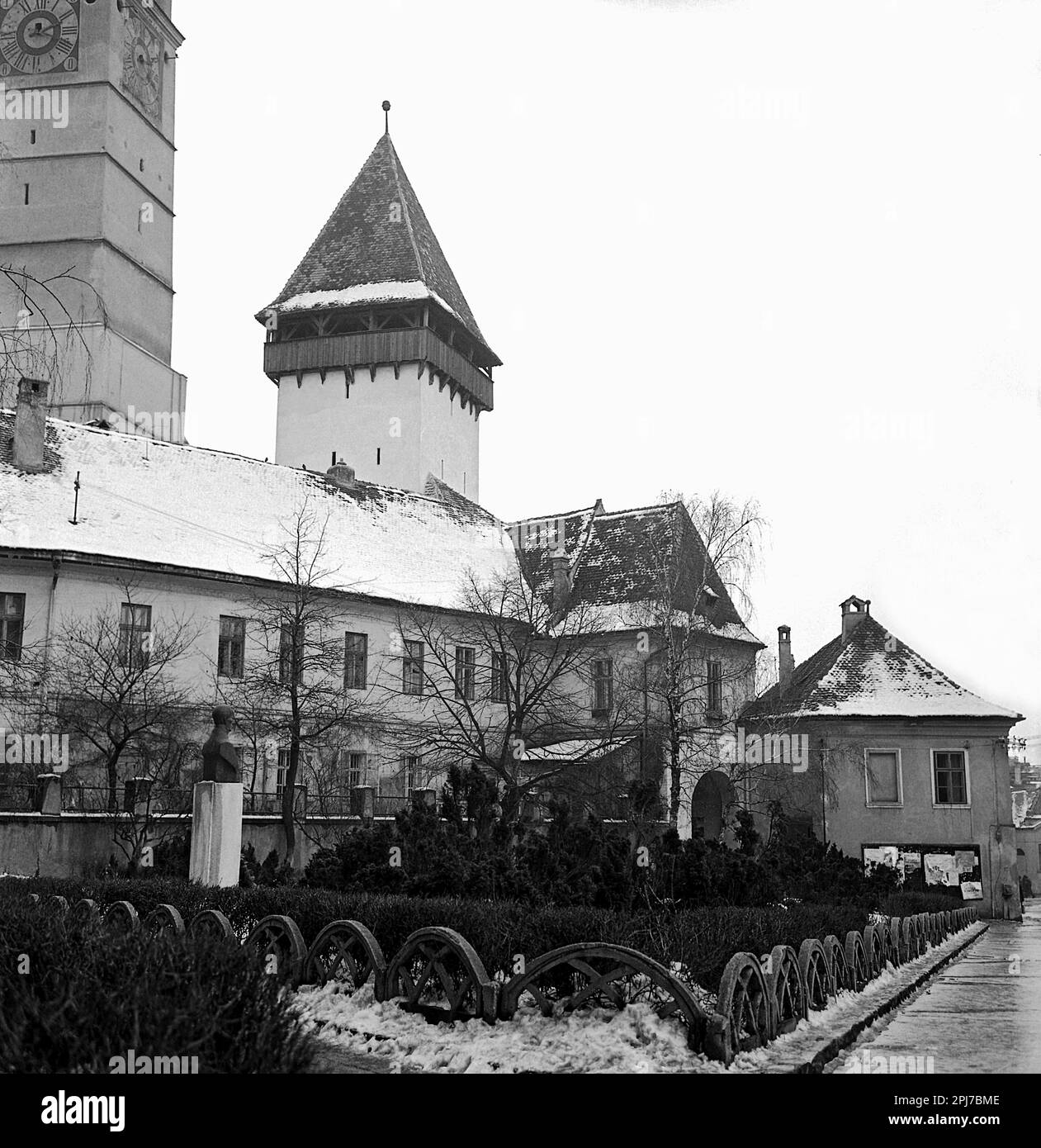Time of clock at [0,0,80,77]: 12:11
